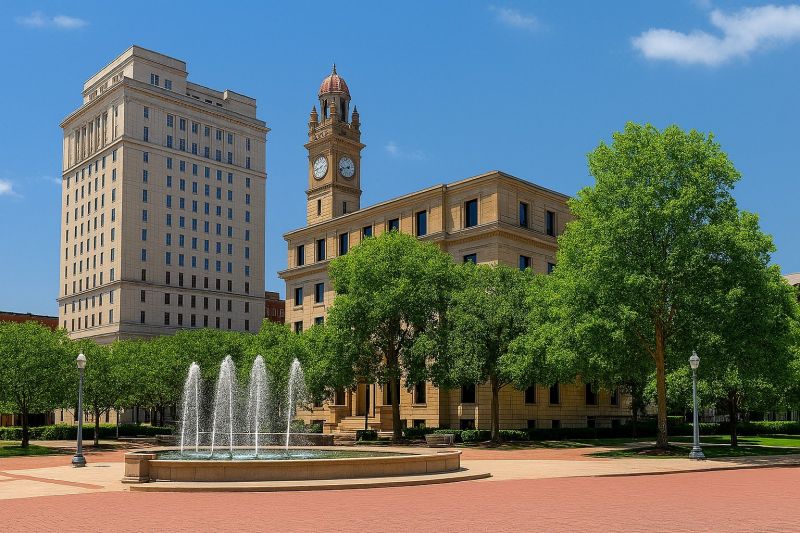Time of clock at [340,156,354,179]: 1:42
